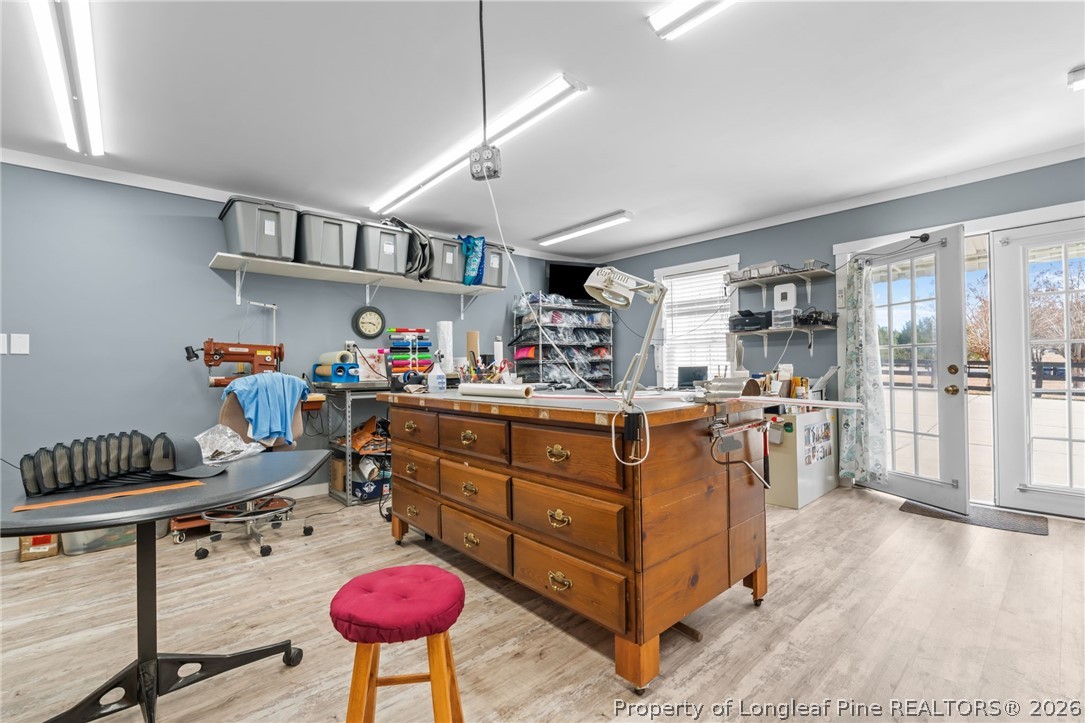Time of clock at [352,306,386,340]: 3:44
